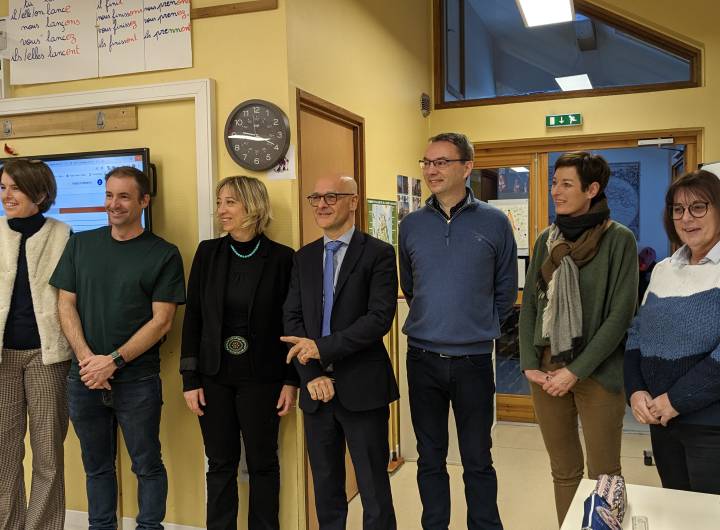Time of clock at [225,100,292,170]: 3:45
